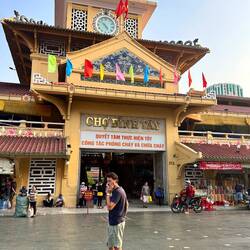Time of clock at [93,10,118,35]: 4:52
